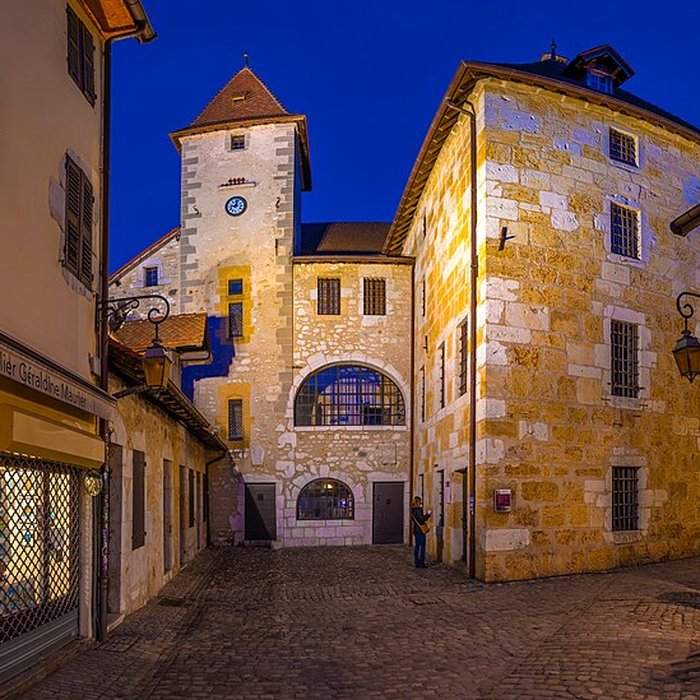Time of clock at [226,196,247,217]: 9:02
